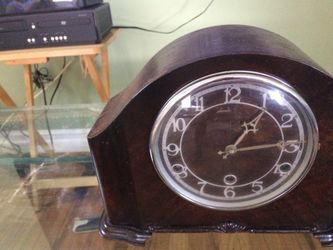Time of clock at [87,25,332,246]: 1:14
